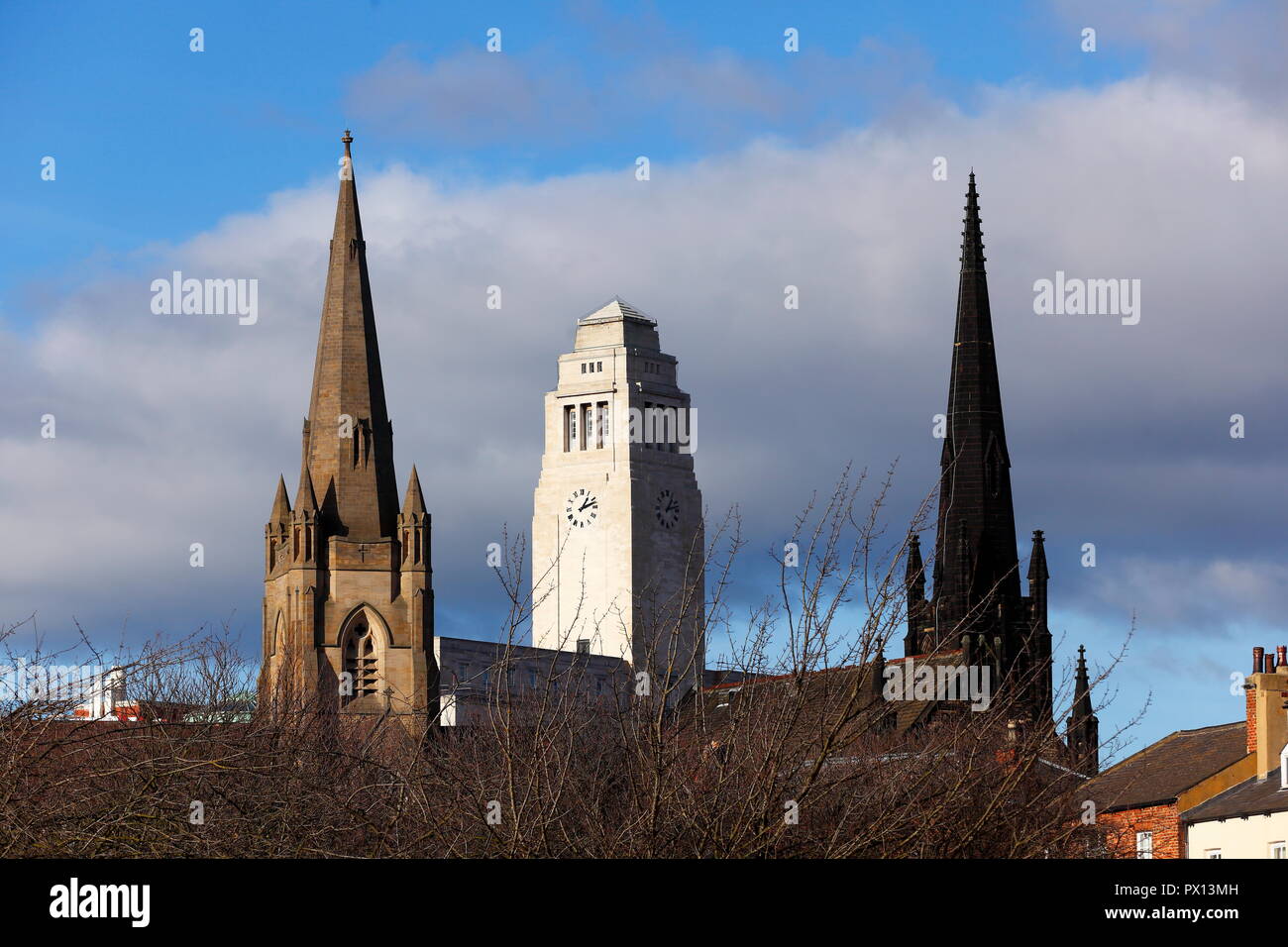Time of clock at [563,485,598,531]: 1:12
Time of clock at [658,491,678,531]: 1:12
